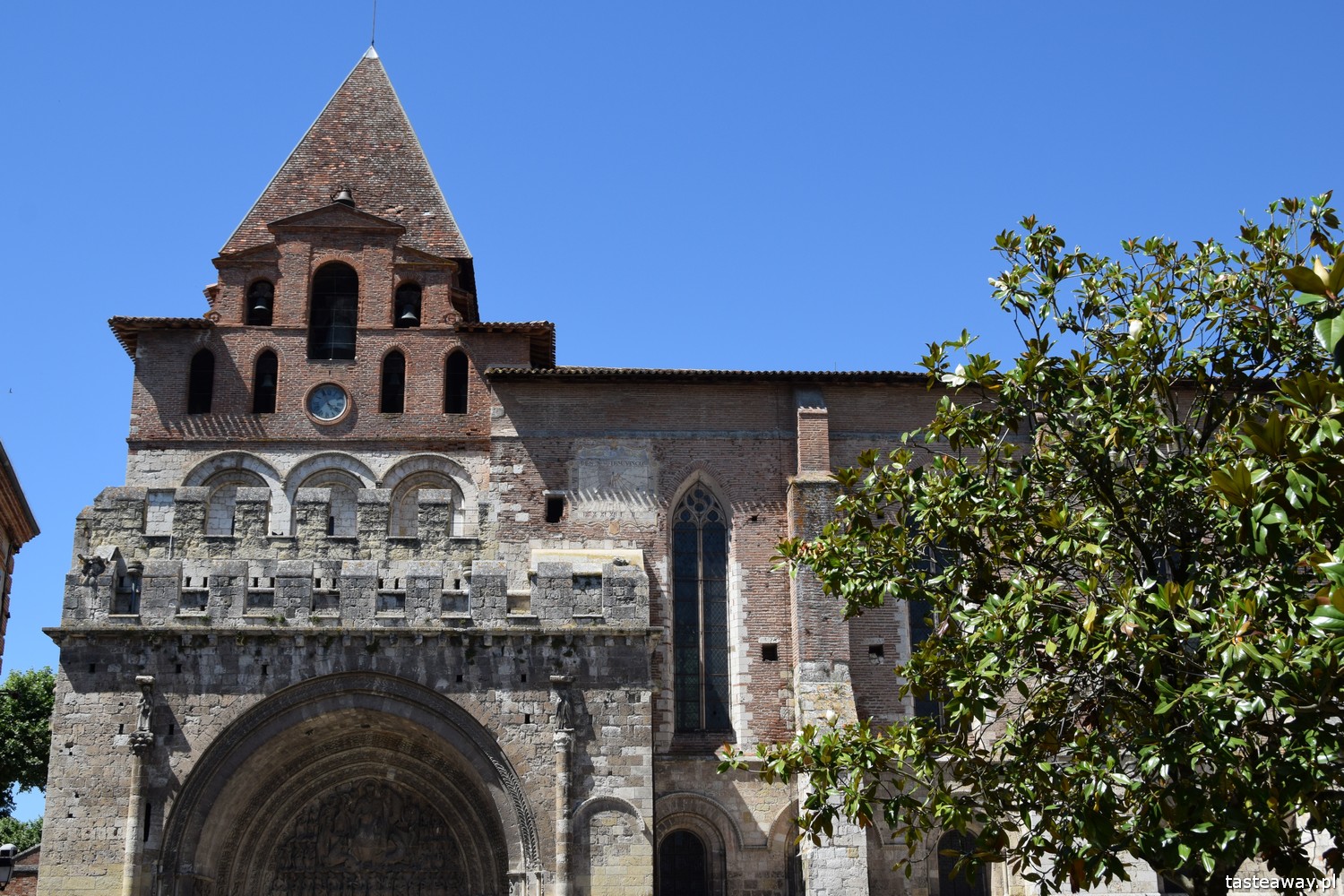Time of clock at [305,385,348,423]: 3:56
